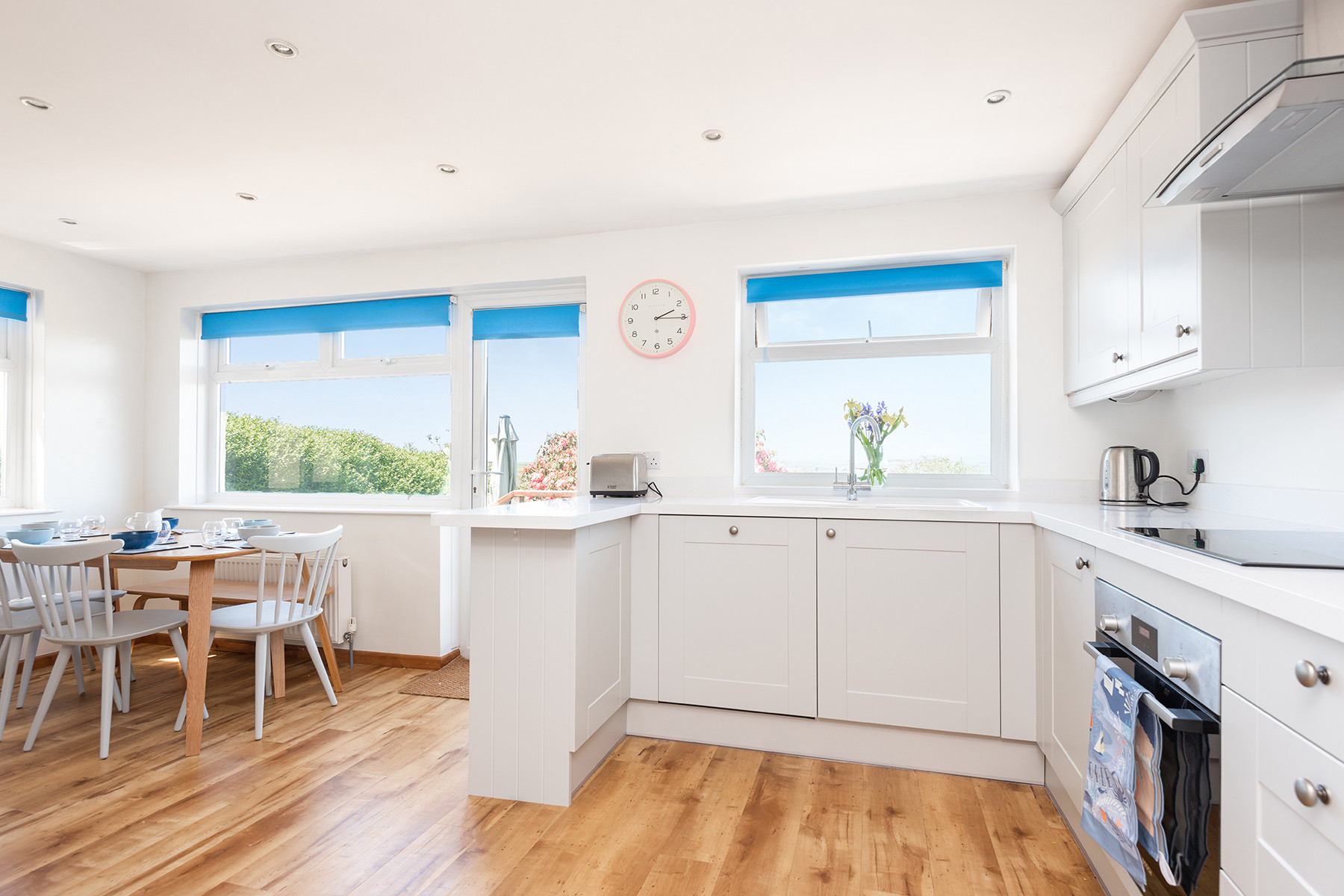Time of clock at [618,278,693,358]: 2:15
